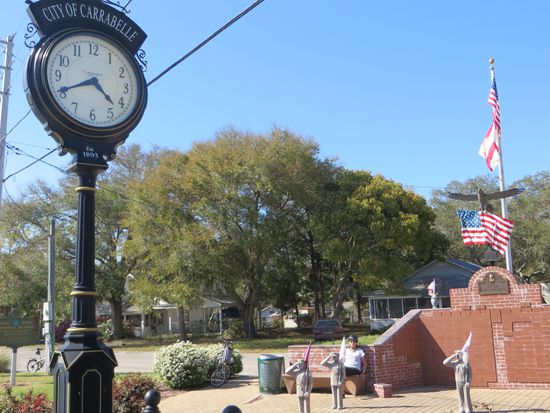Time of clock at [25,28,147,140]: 4:40
